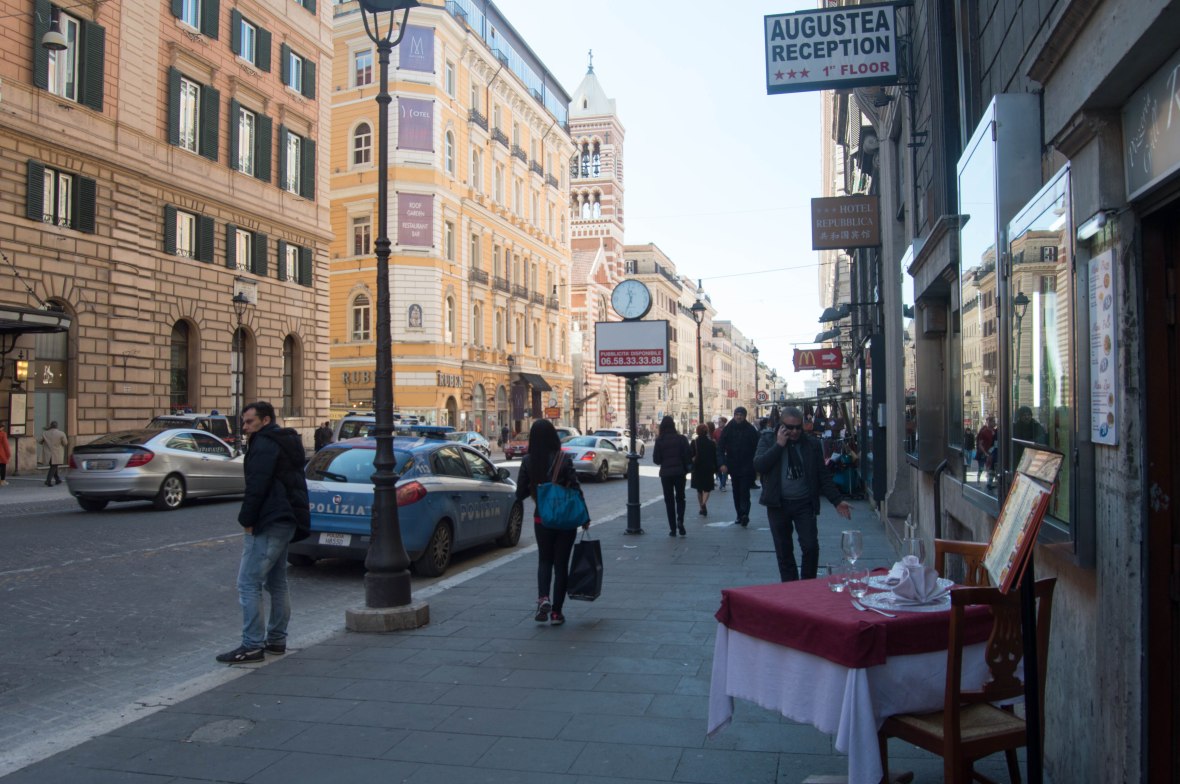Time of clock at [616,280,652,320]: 11:33
